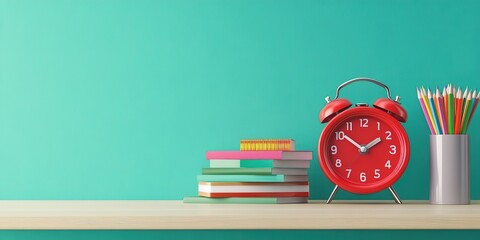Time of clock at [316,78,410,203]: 1:51
